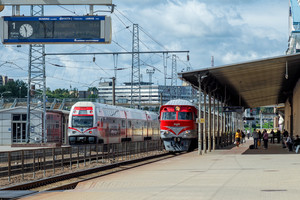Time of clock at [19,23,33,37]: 11:29
